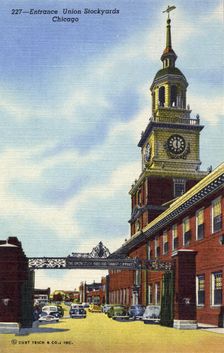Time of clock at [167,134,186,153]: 12:28
